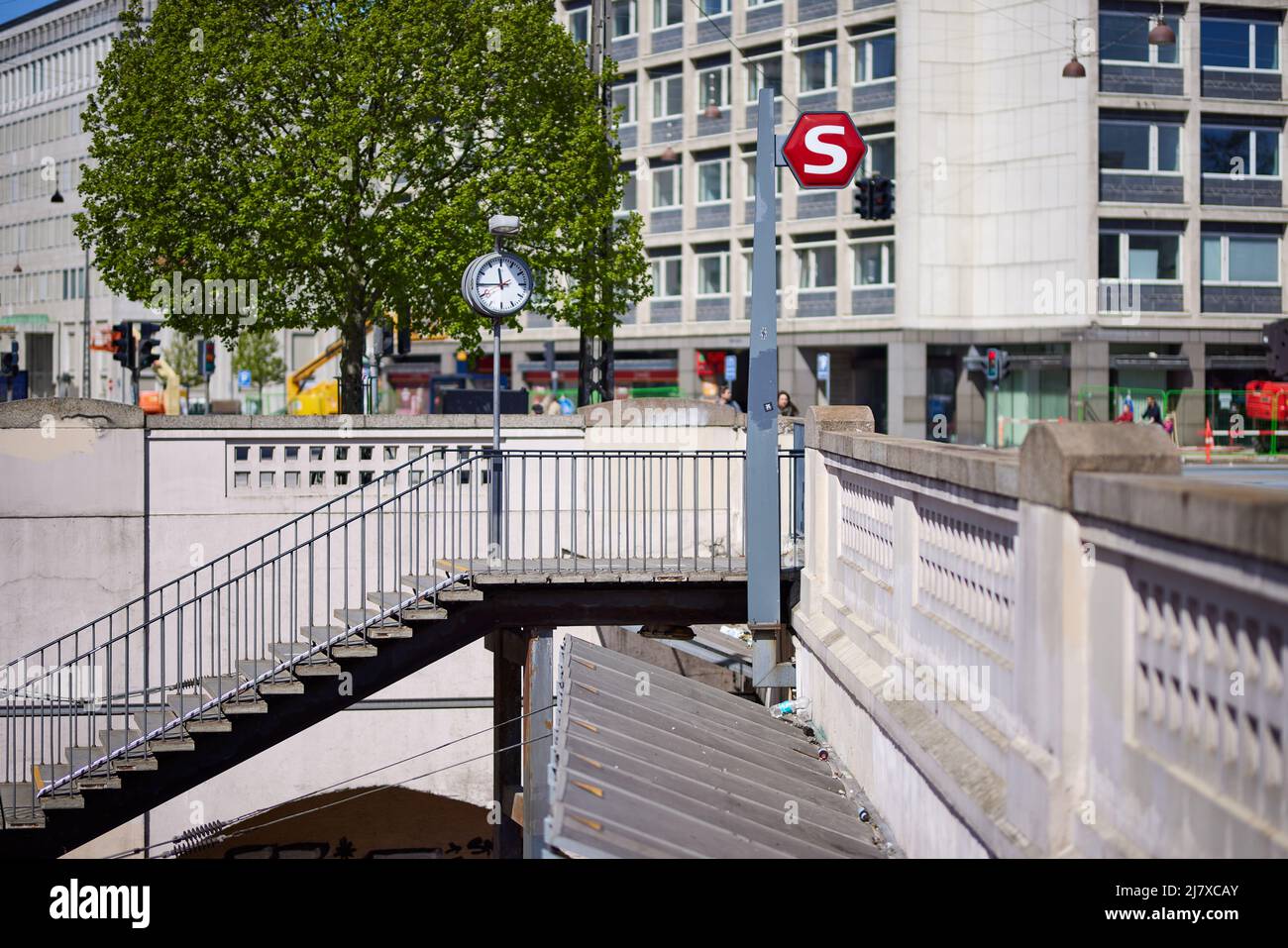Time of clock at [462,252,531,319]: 11:44
